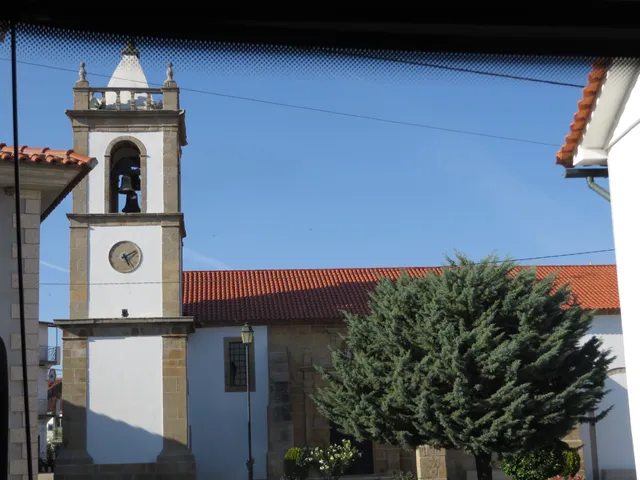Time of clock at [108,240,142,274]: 5:10
